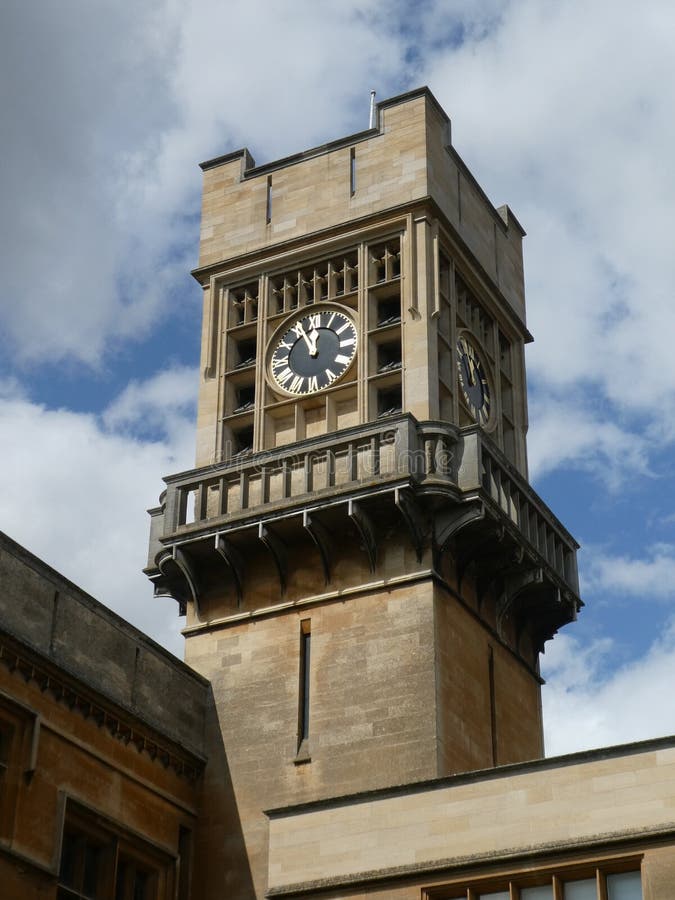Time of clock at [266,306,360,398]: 11:55
